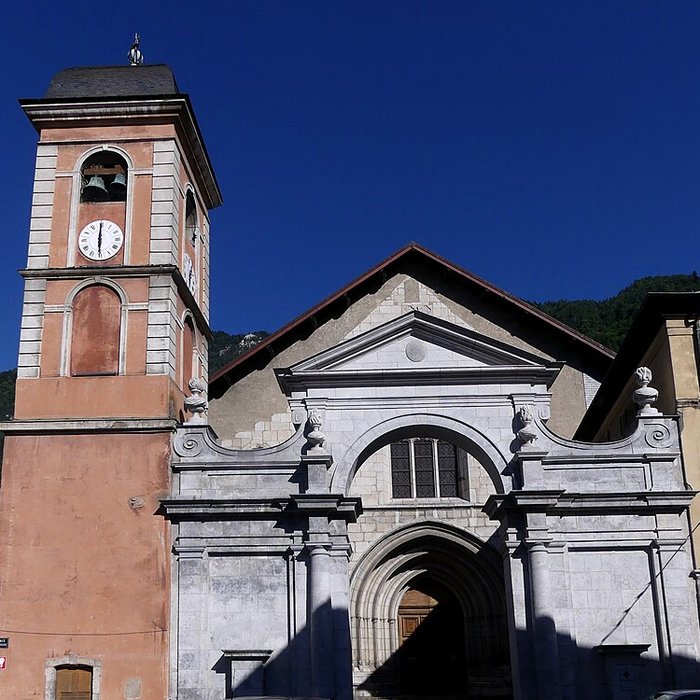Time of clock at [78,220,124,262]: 5:59
